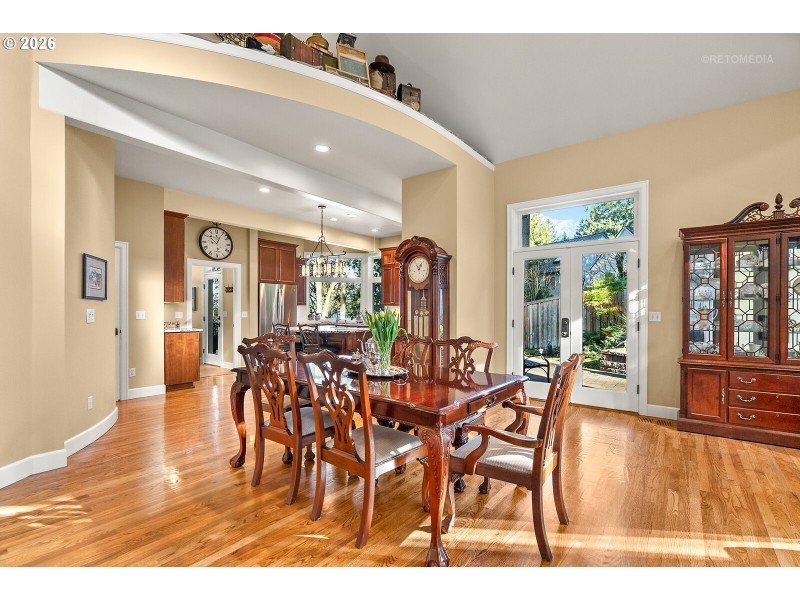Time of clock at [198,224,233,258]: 12:51
